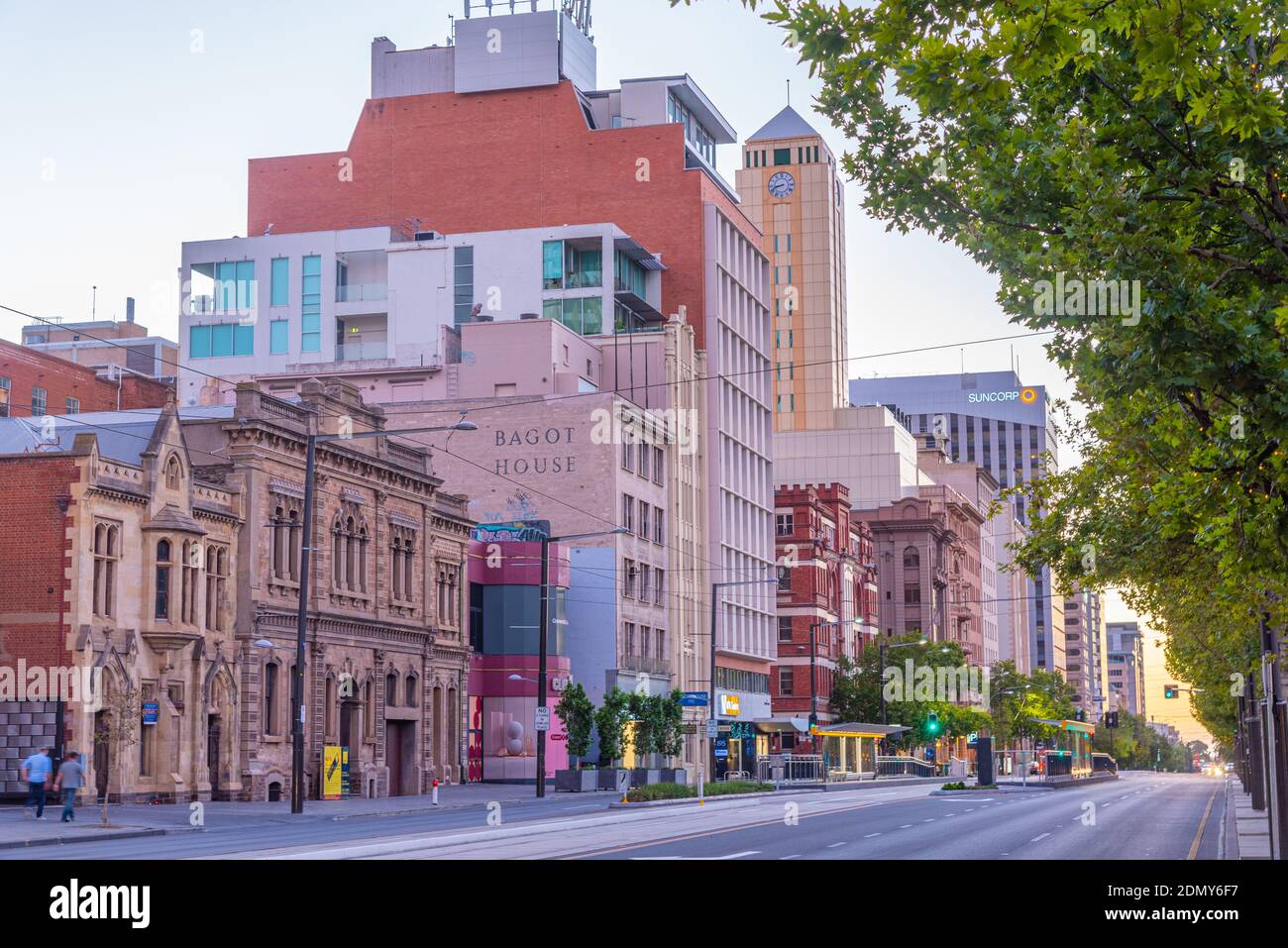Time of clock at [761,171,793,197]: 8:42
